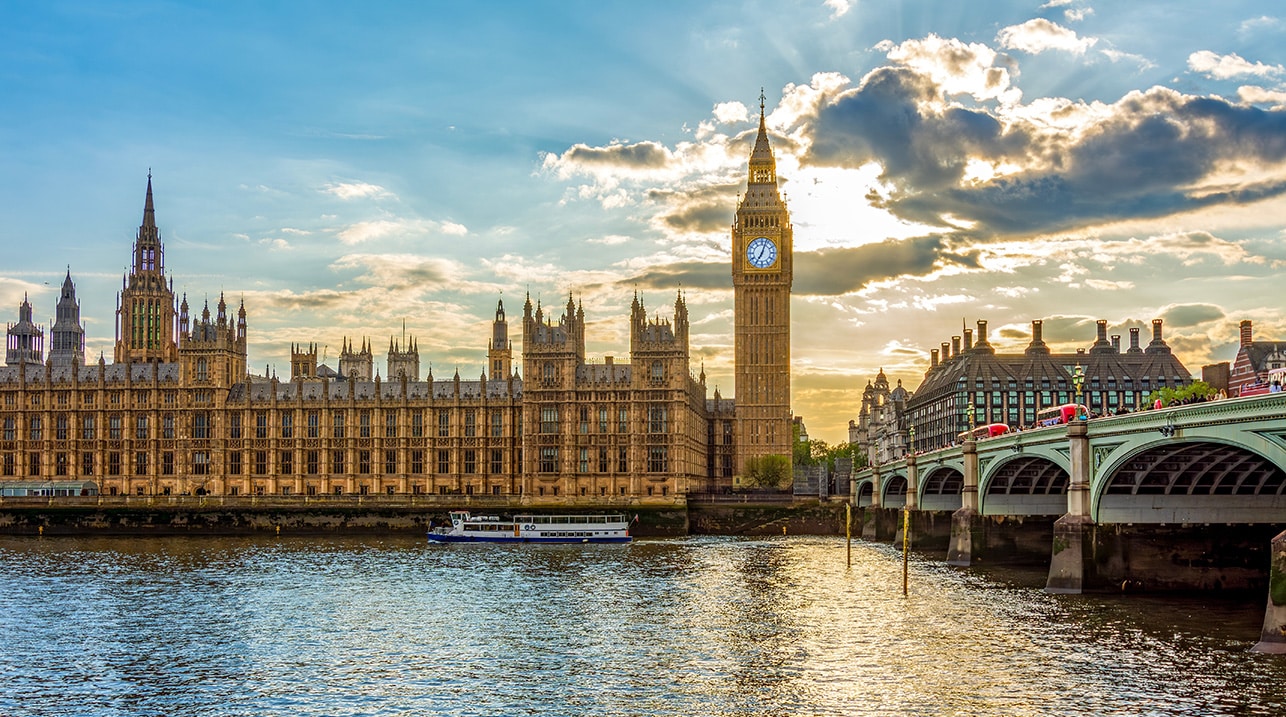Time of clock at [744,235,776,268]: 7:03
